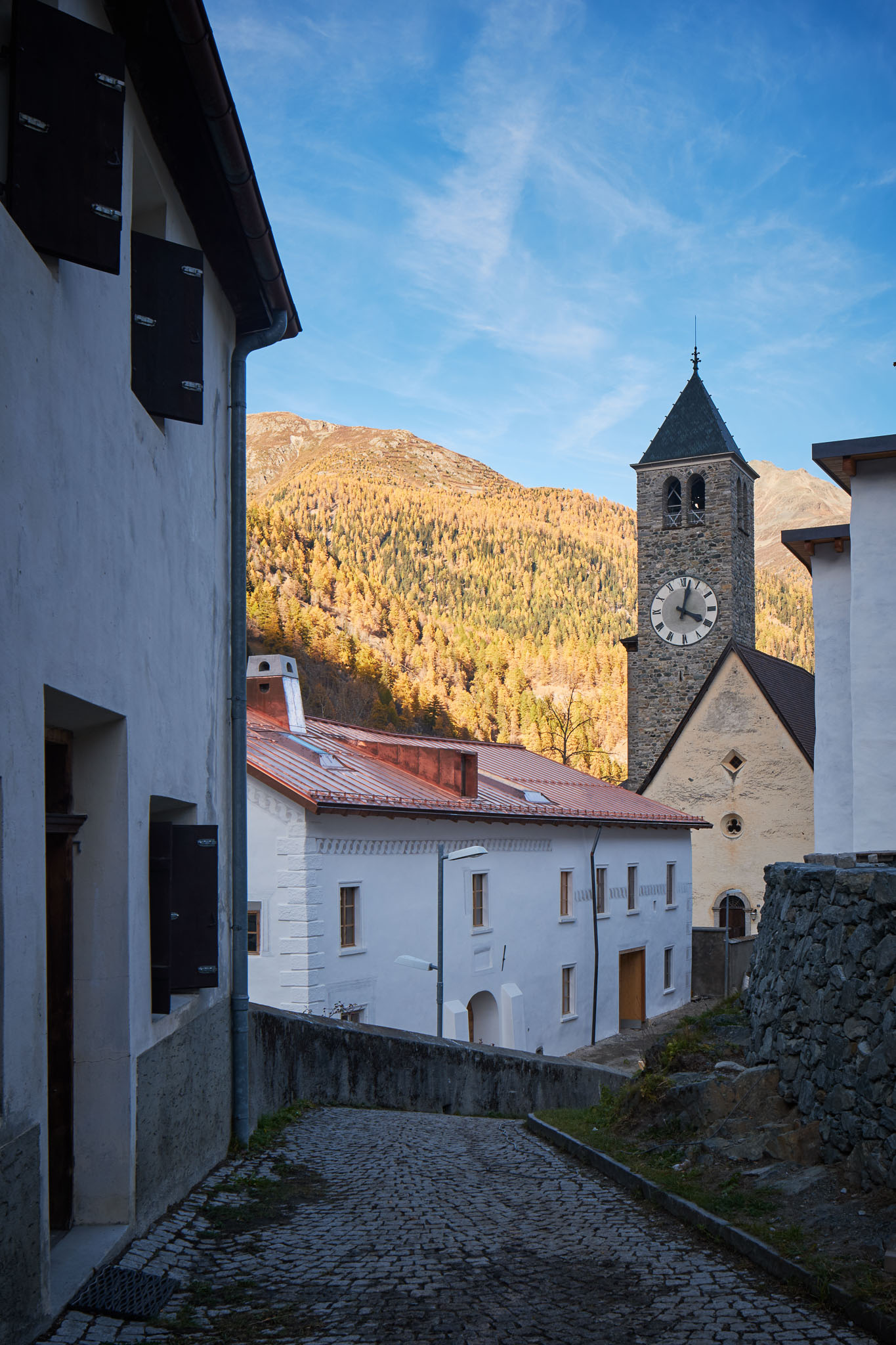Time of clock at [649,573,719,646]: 4:02
